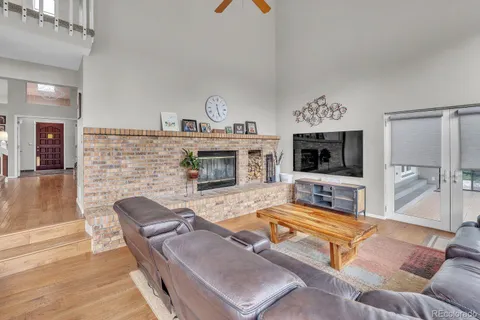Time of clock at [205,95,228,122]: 5:26
